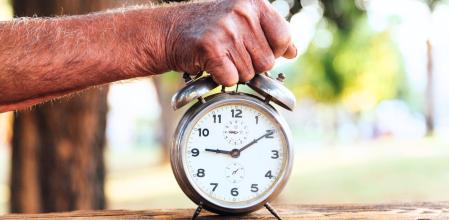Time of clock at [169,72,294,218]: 9:09
